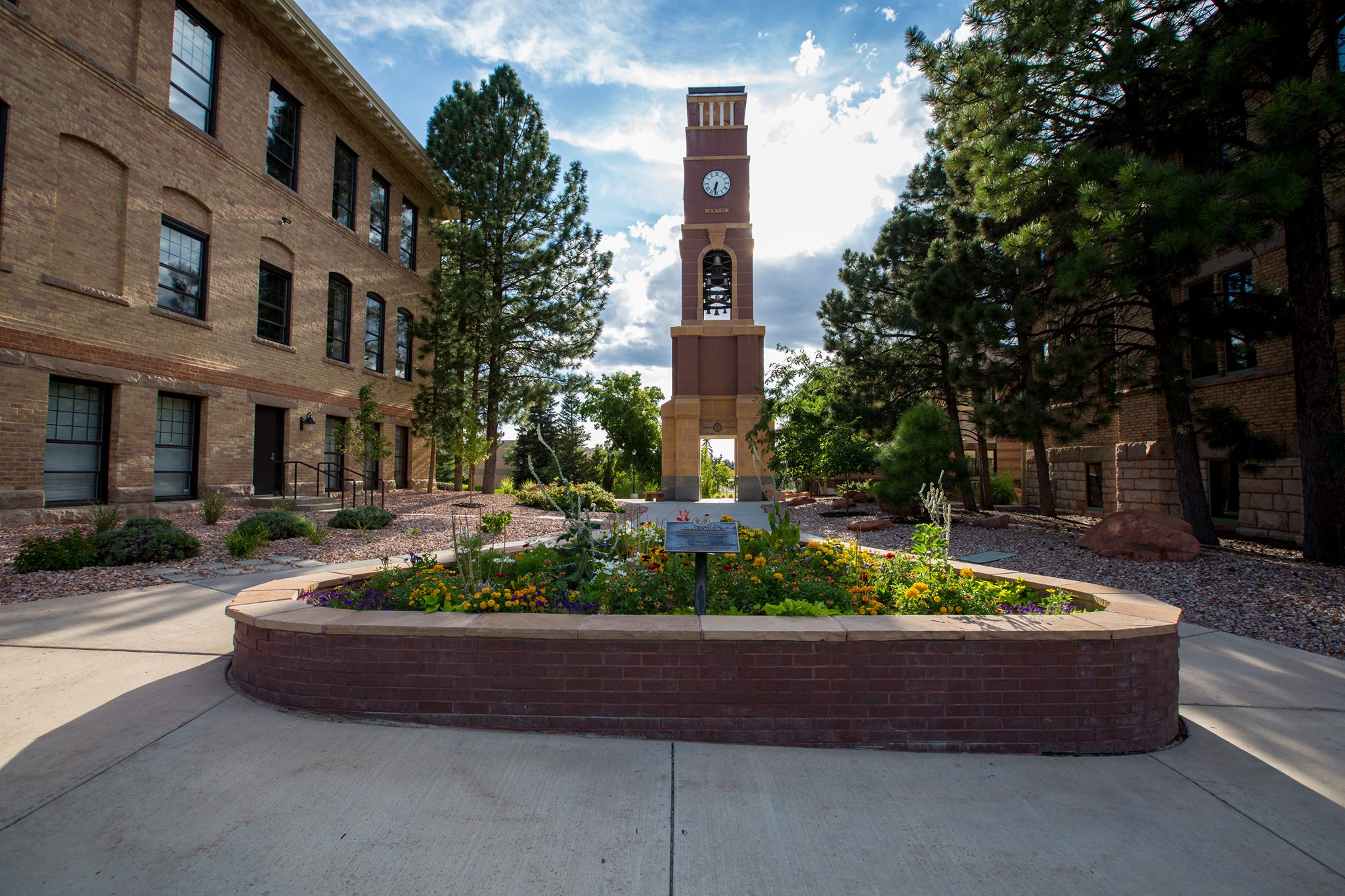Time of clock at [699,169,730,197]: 6:31
